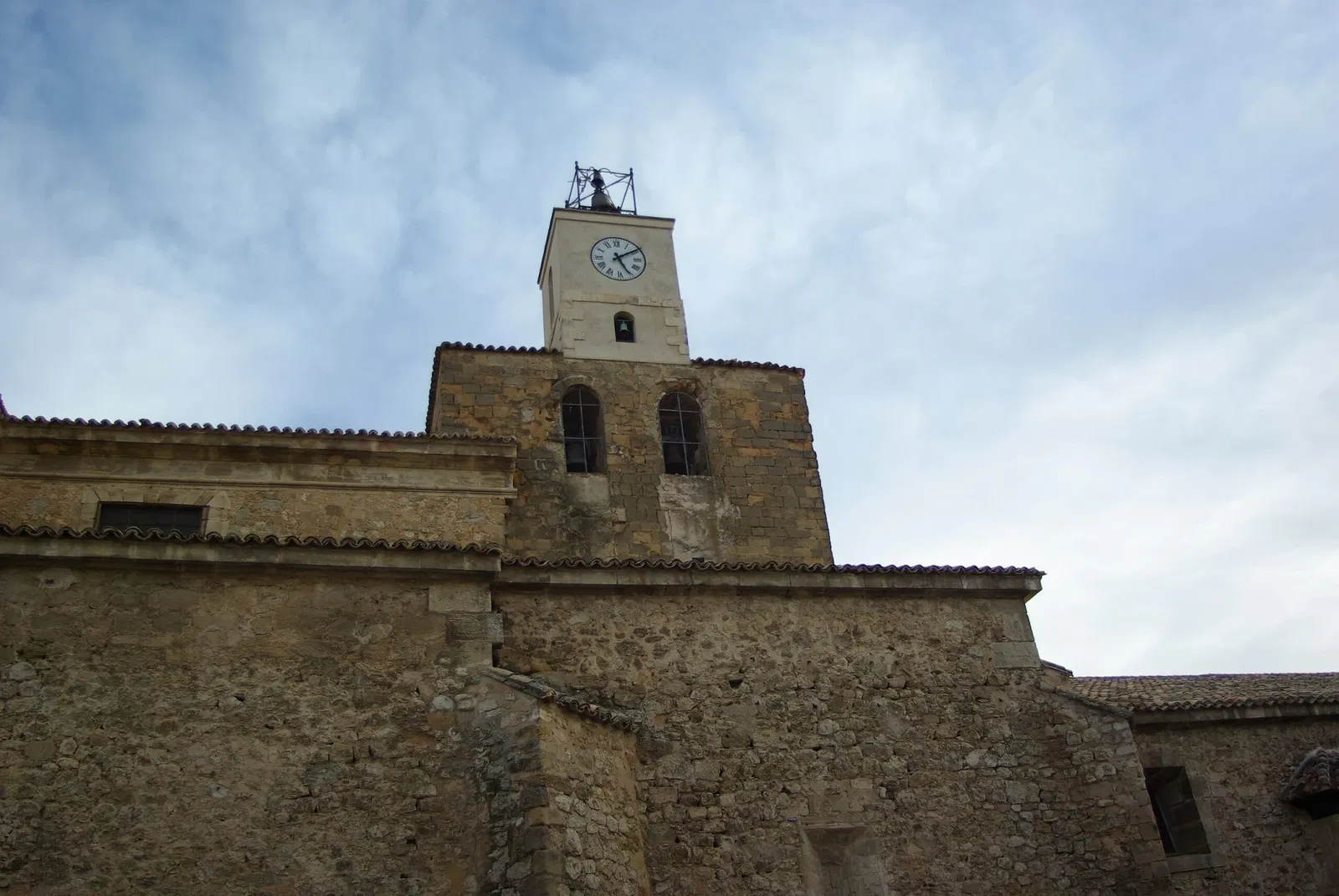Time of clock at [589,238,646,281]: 5:09
